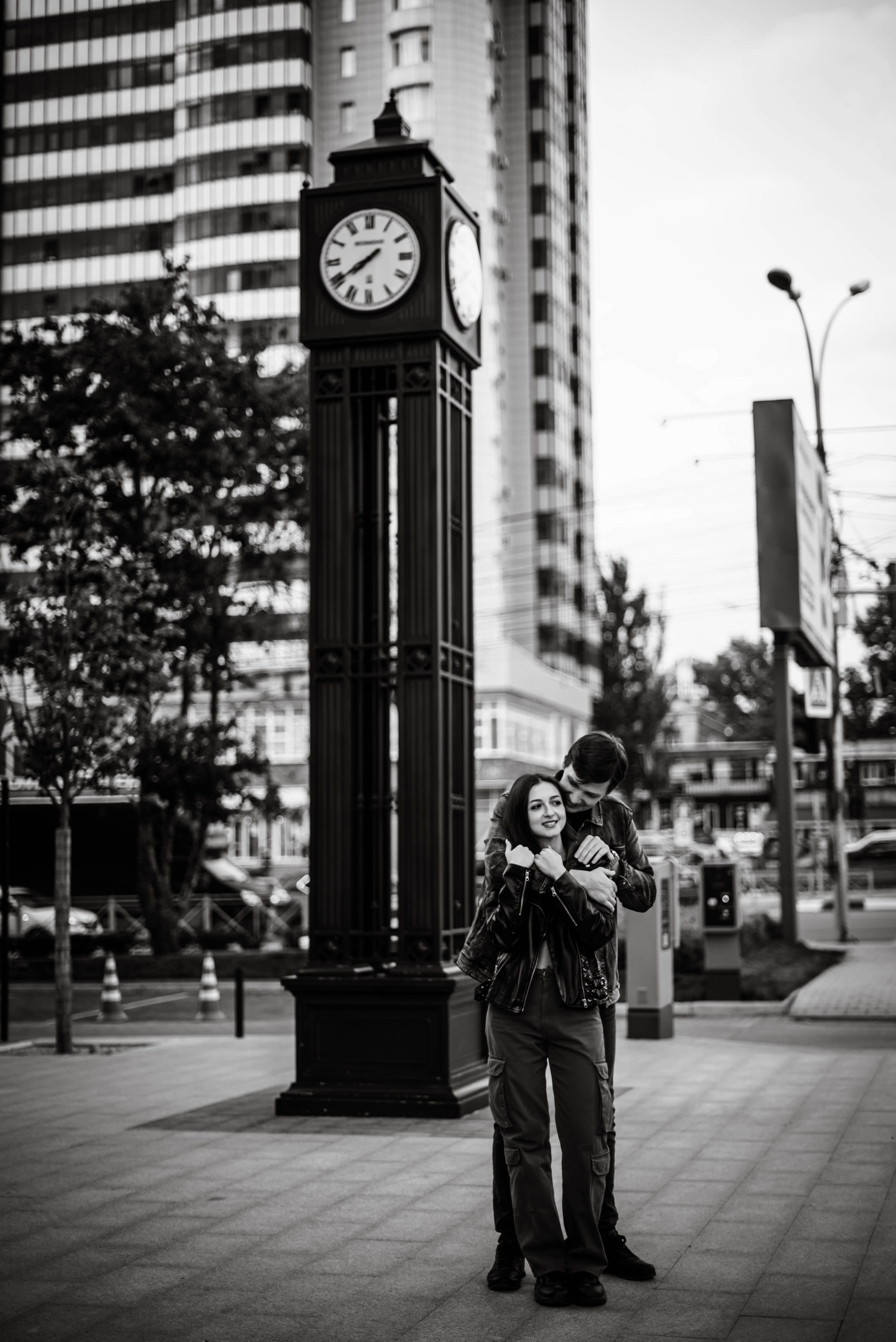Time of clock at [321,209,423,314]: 7:39
